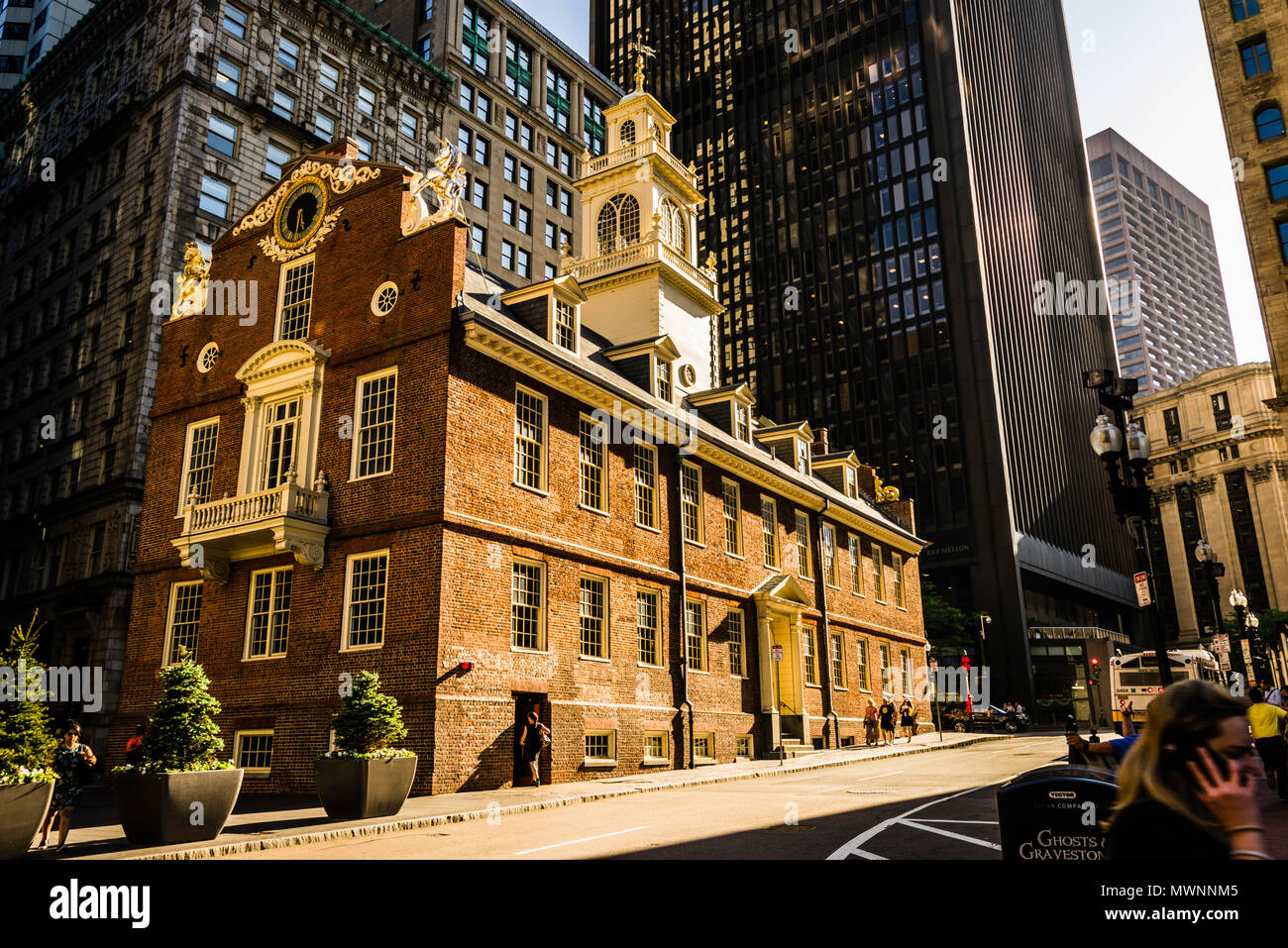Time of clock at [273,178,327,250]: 5:30
